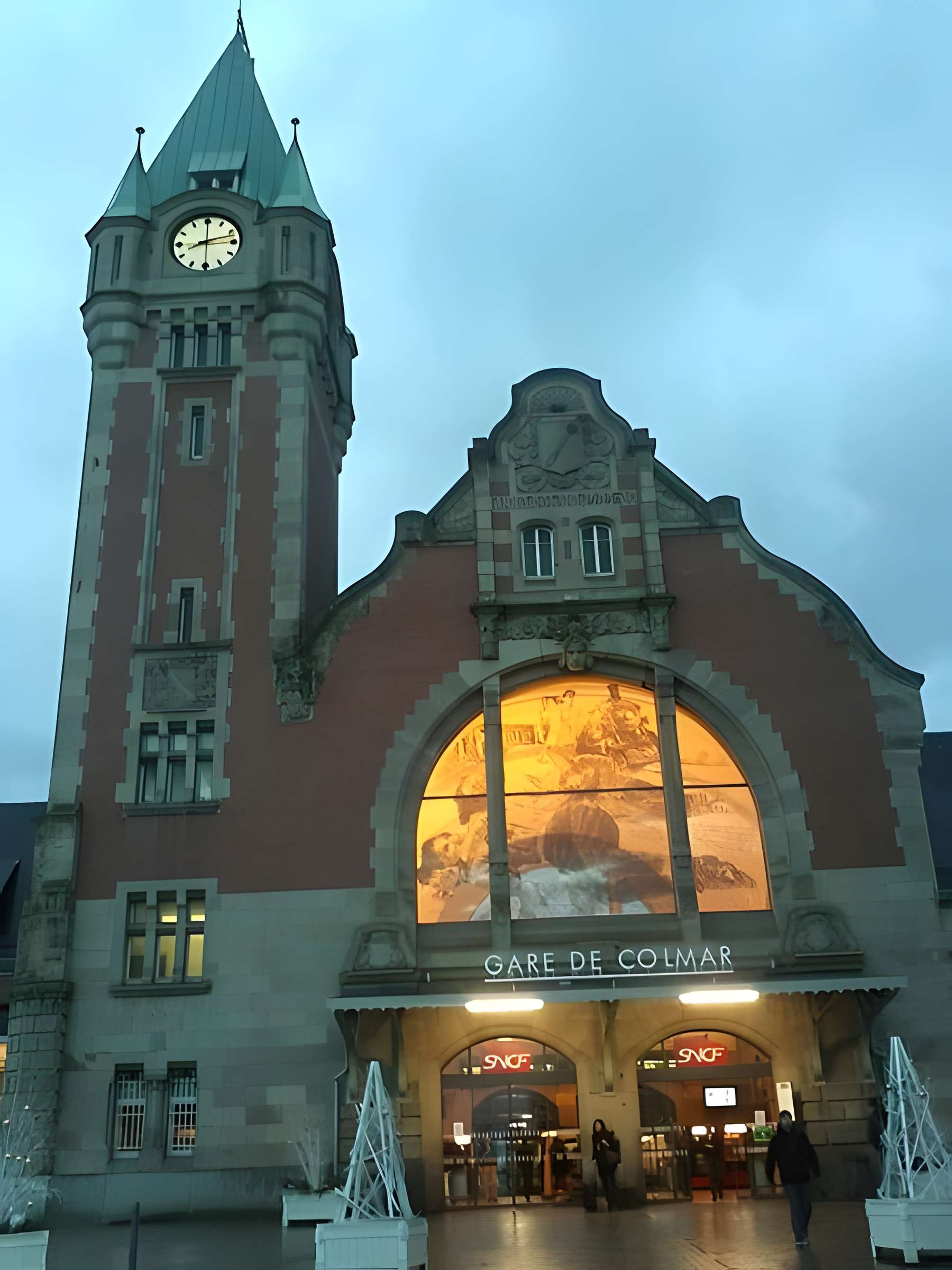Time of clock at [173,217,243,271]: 8:12
